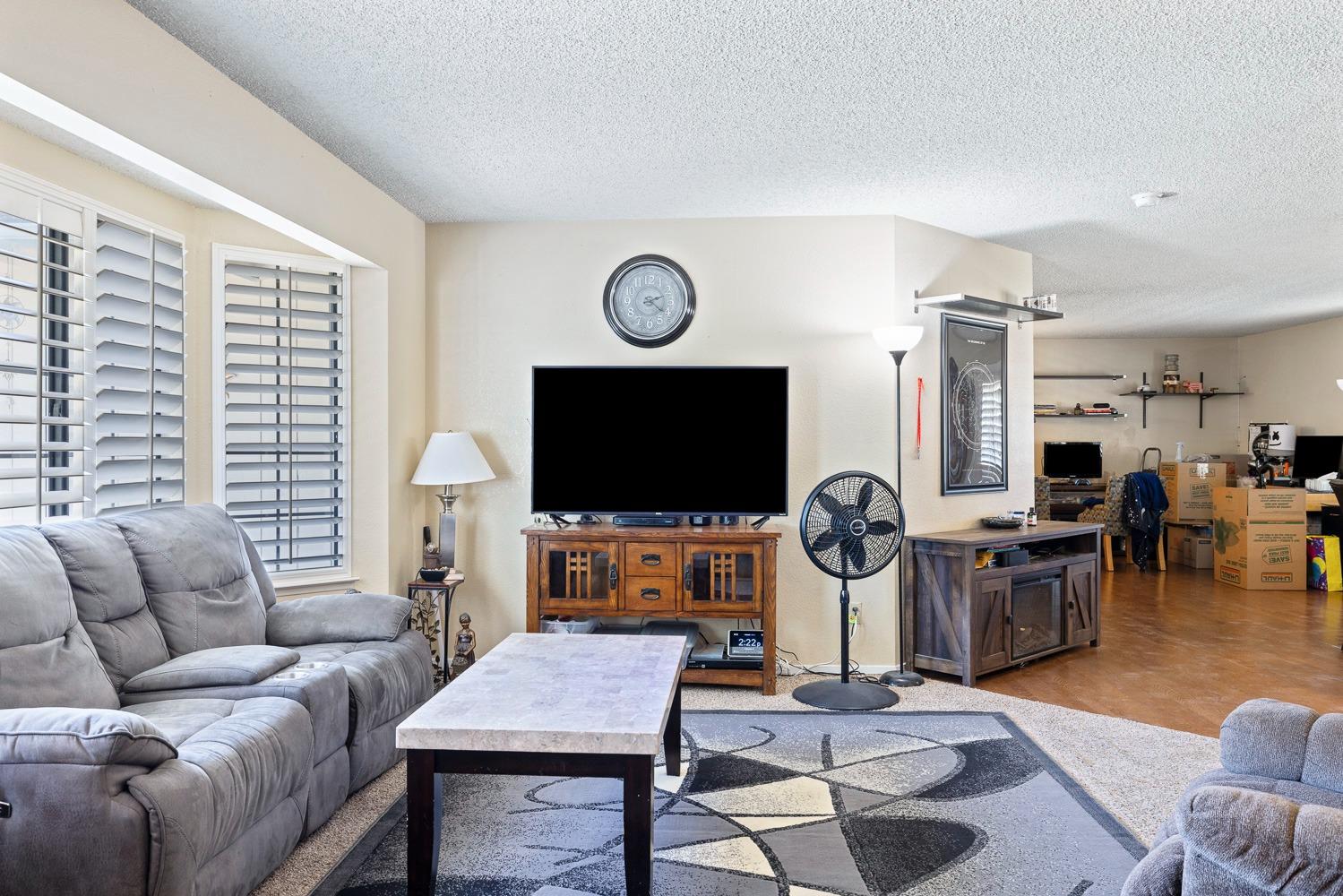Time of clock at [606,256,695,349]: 2:21
